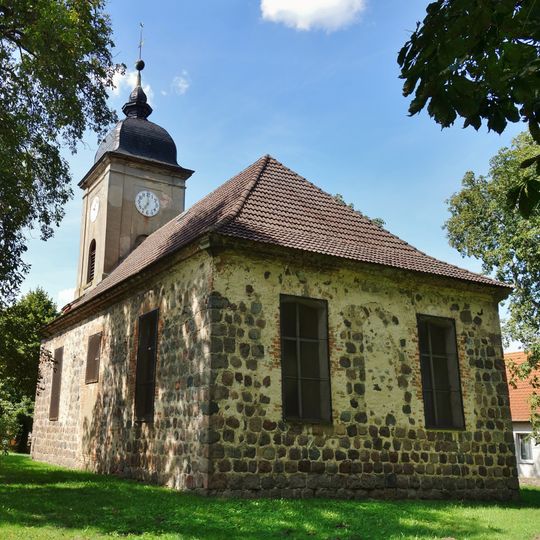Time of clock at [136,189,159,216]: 7:00
